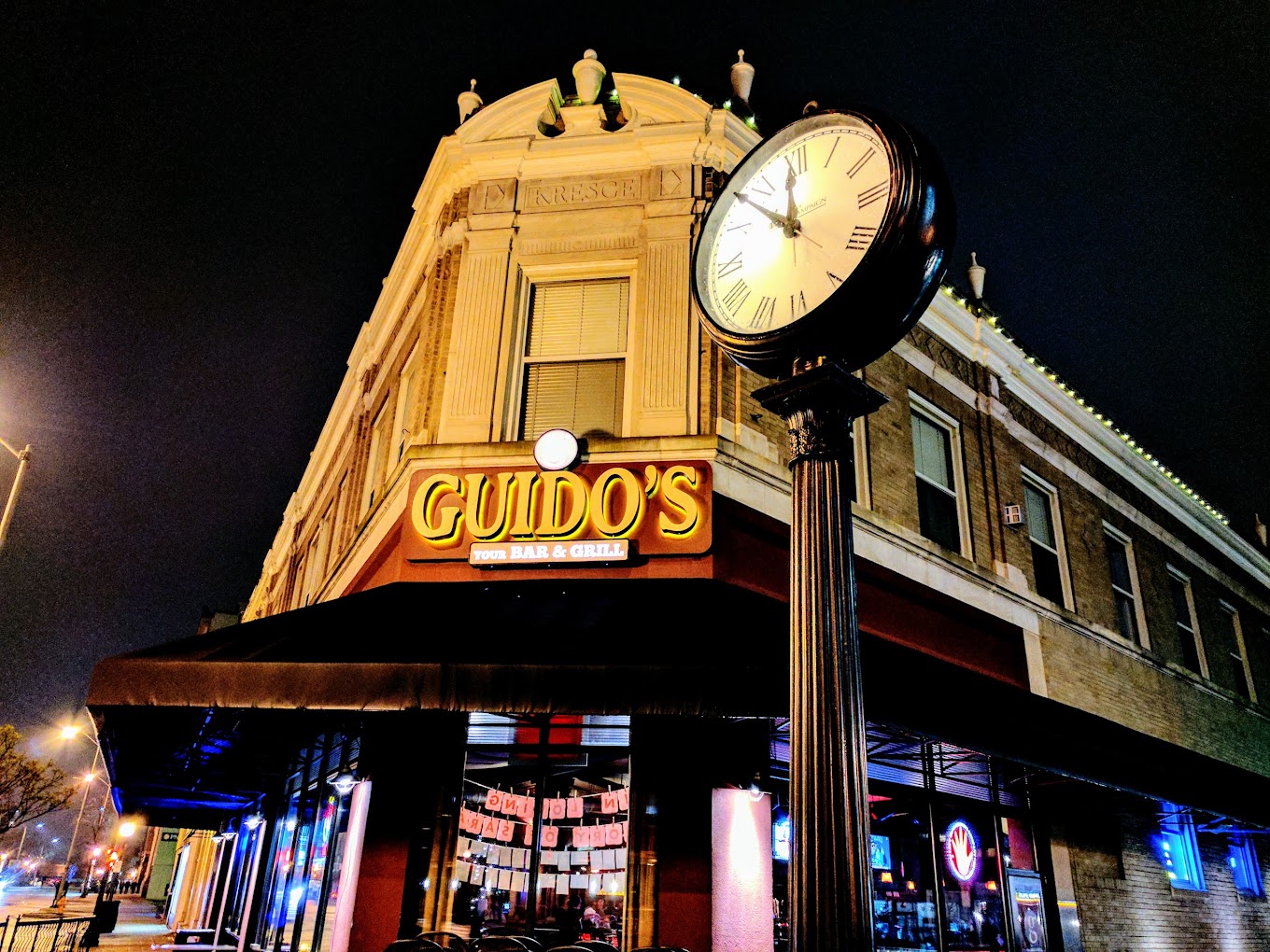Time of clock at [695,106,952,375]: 11:51
